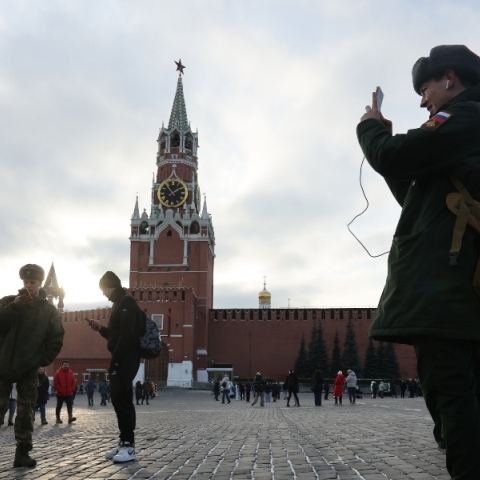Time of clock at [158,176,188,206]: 1:53
